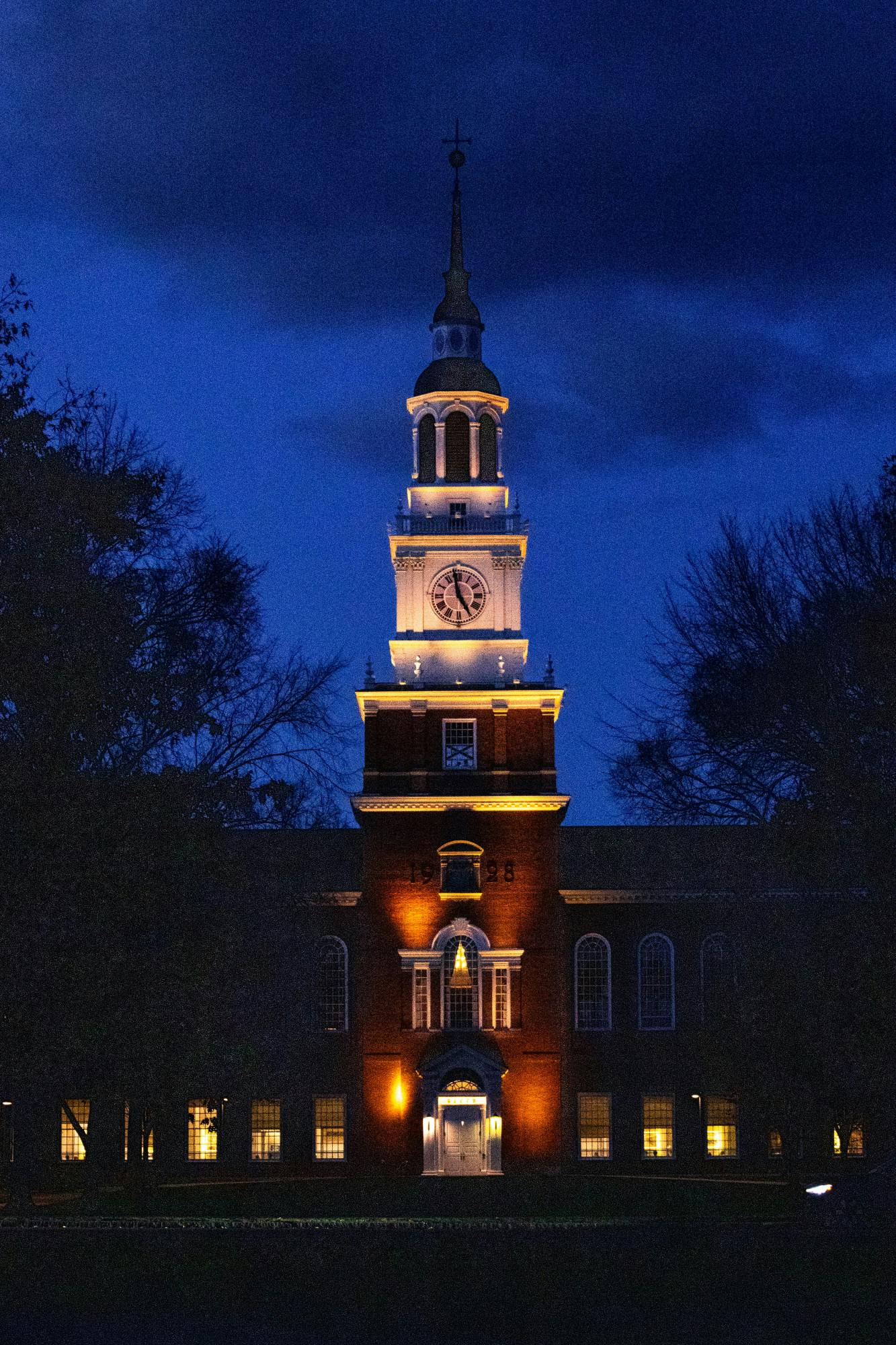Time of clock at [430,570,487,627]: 4:57
